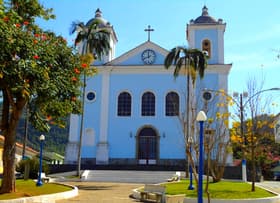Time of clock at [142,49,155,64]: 11:41
